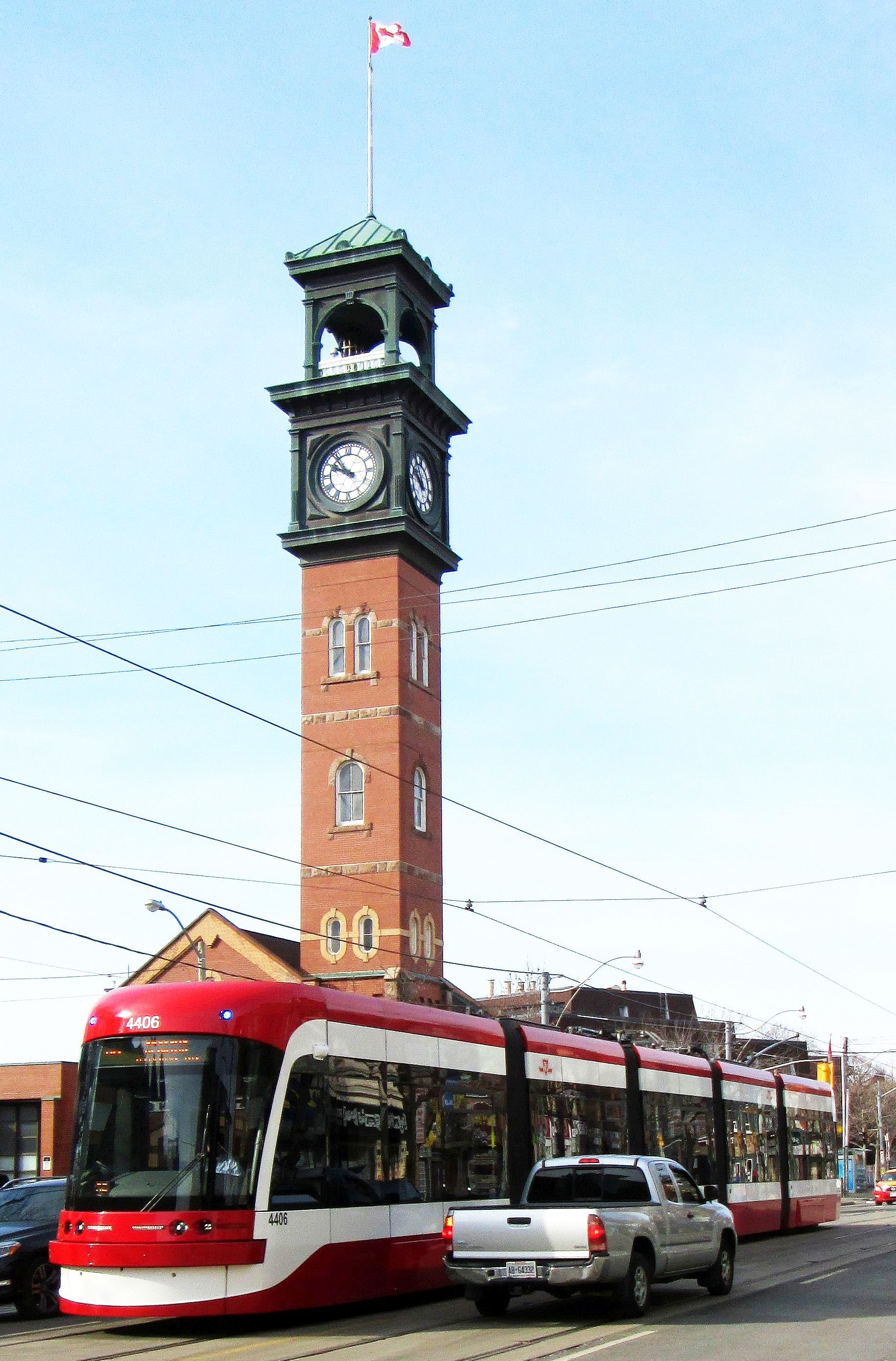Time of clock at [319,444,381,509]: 9:54
